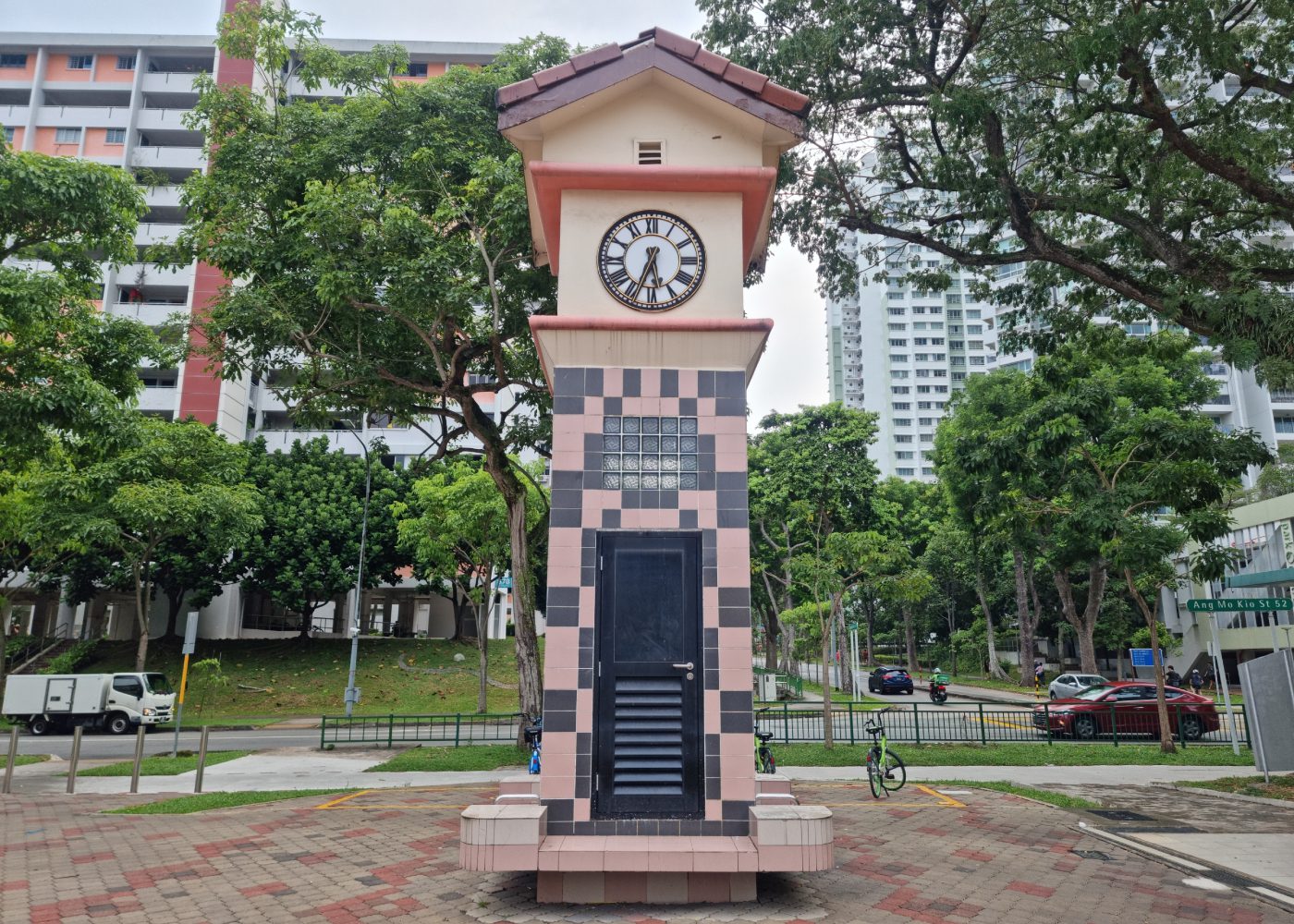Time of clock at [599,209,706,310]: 5:33
